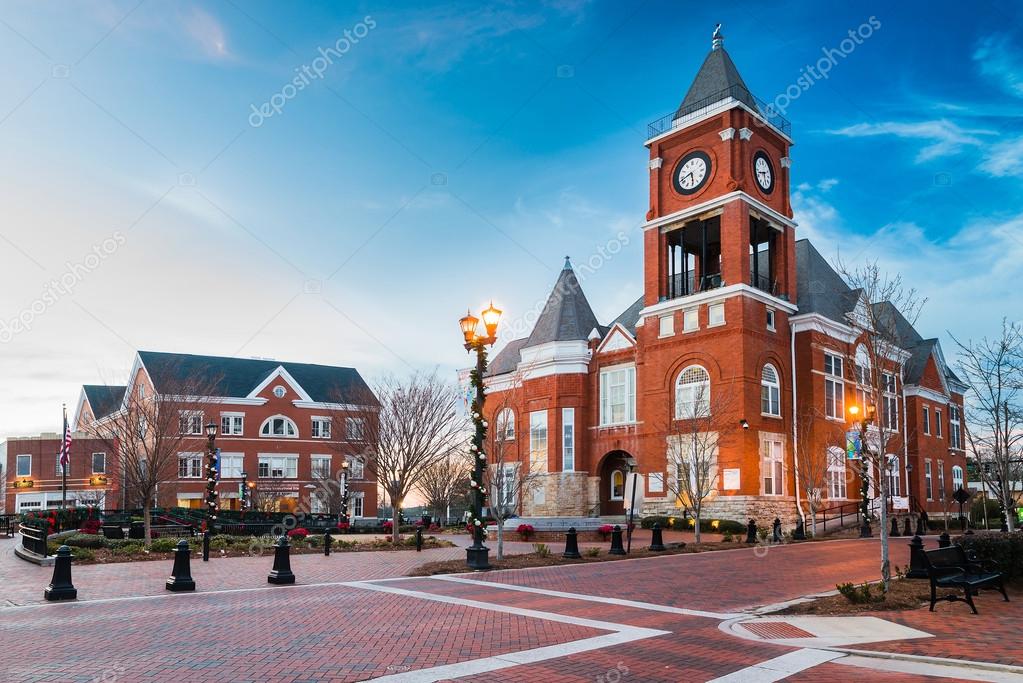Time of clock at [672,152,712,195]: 5:42
